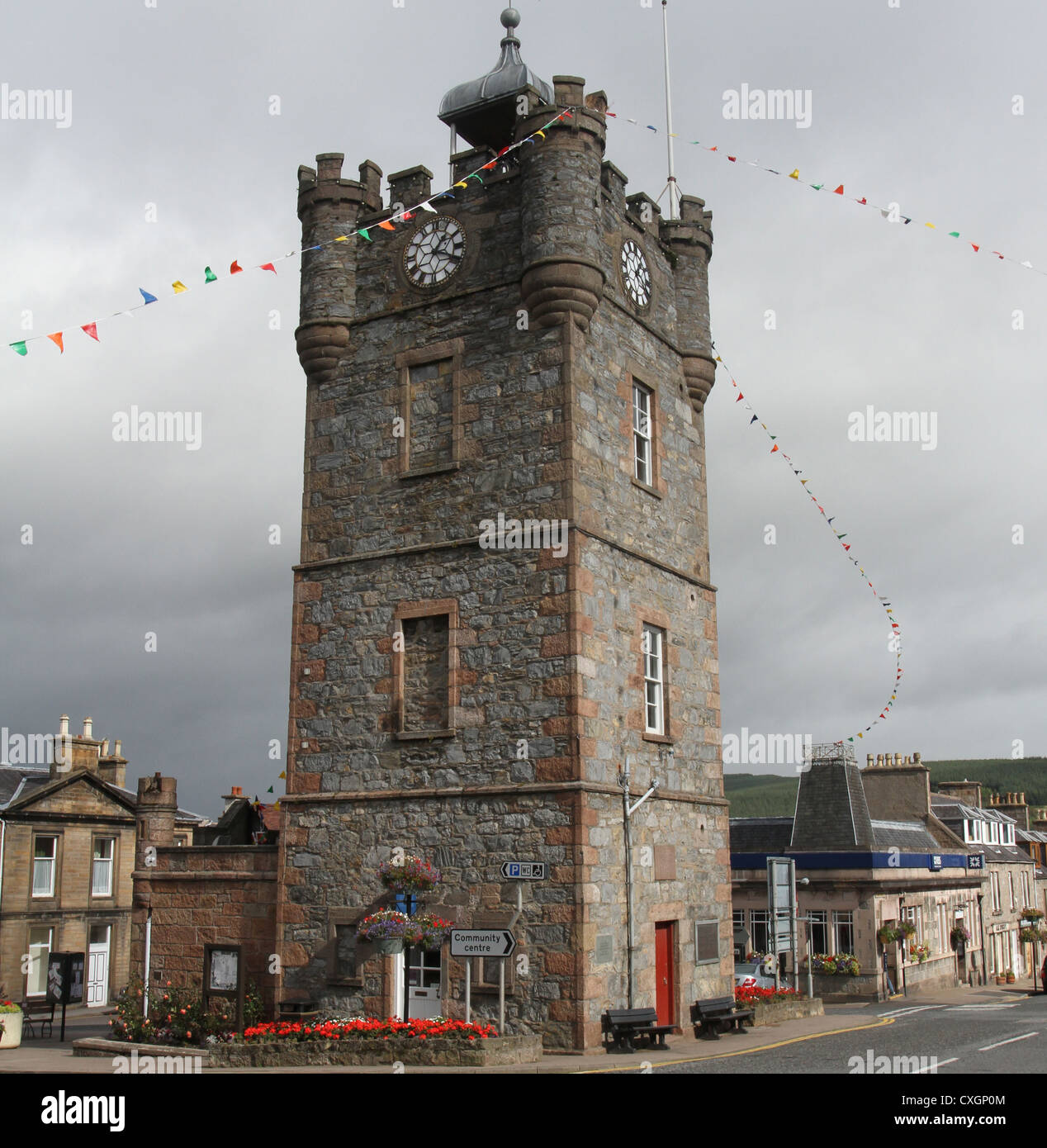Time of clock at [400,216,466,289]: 1:18
